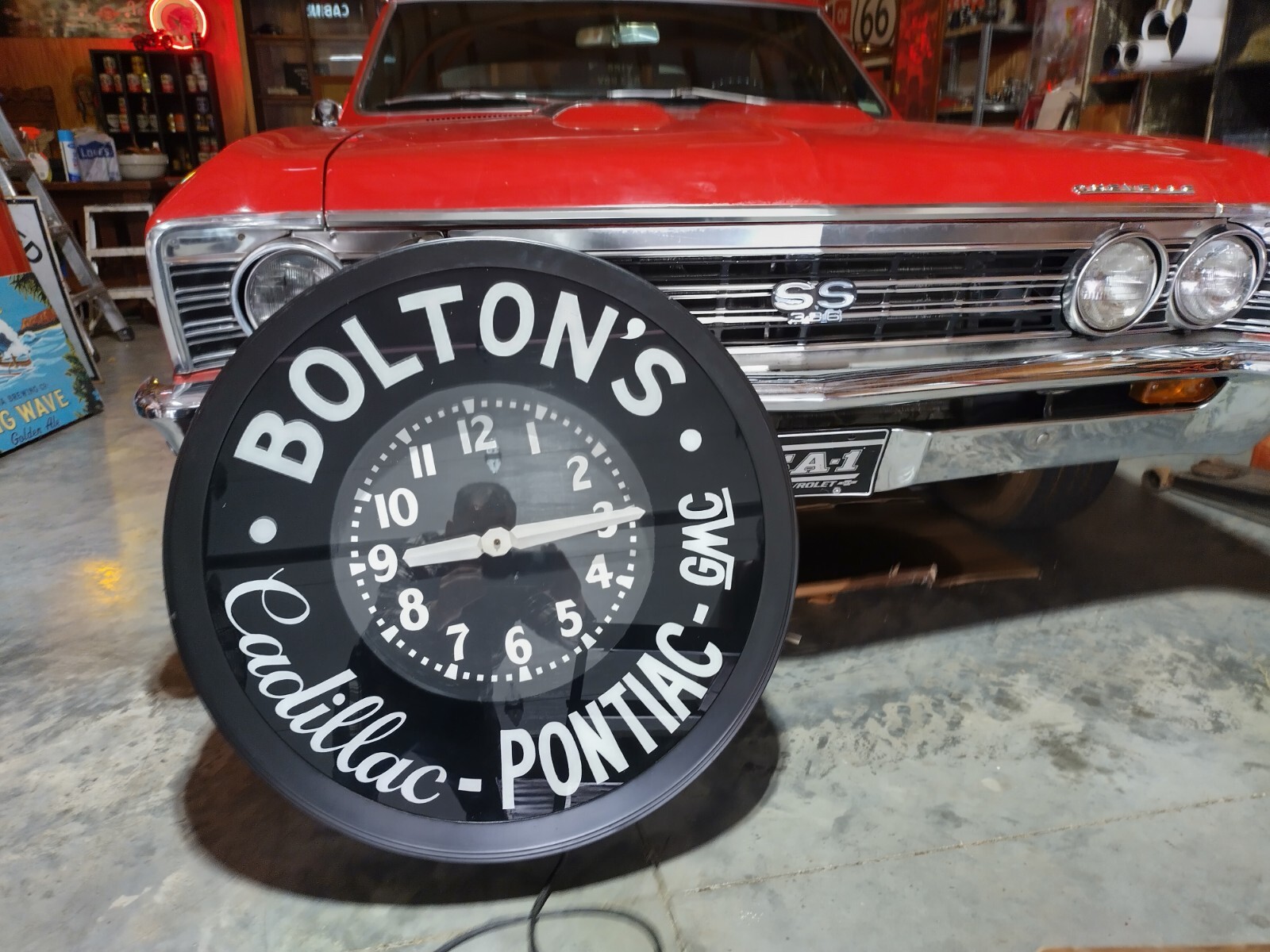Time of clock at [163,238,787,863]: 9:14
